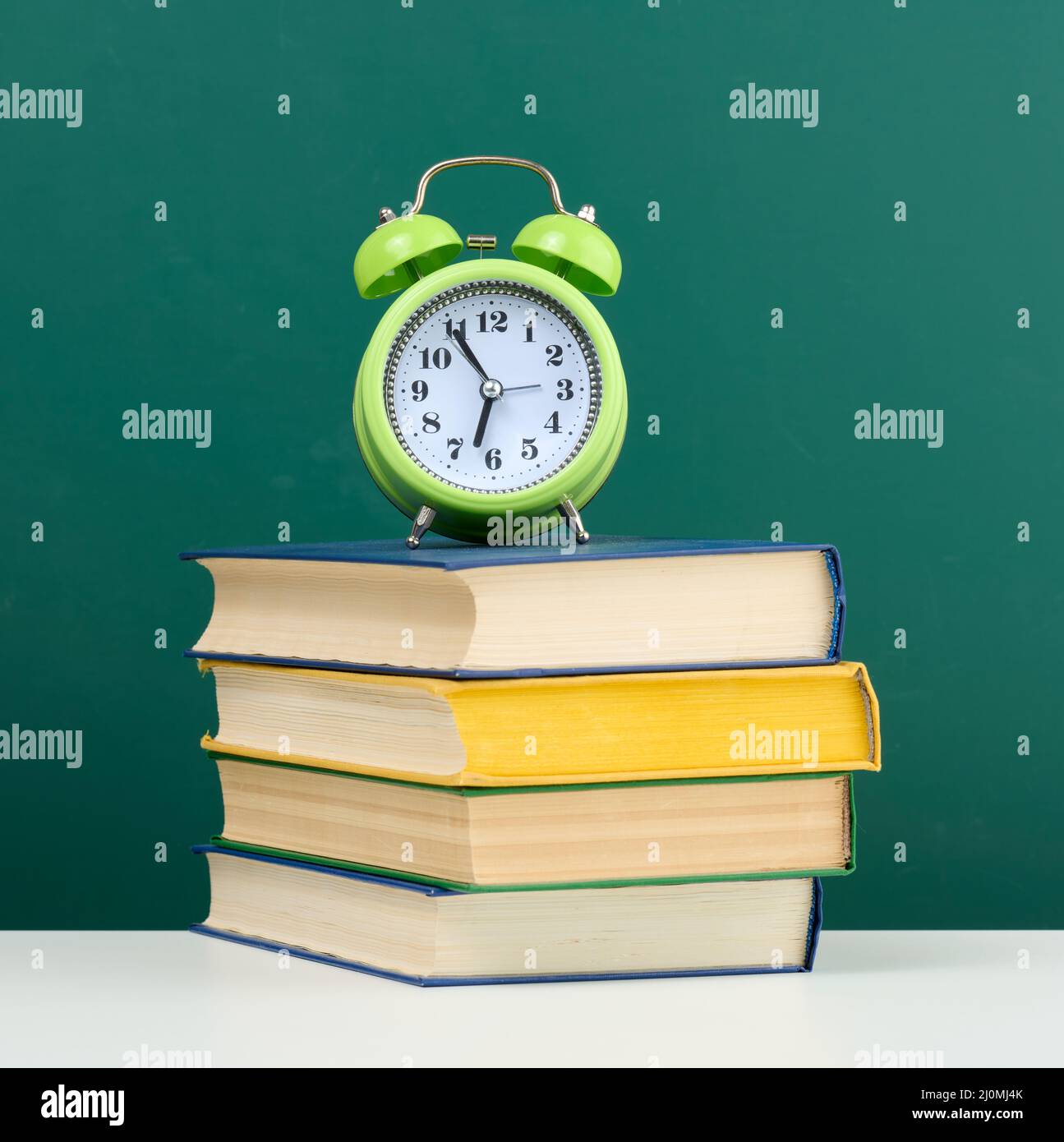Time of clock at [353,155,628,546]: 6:54
